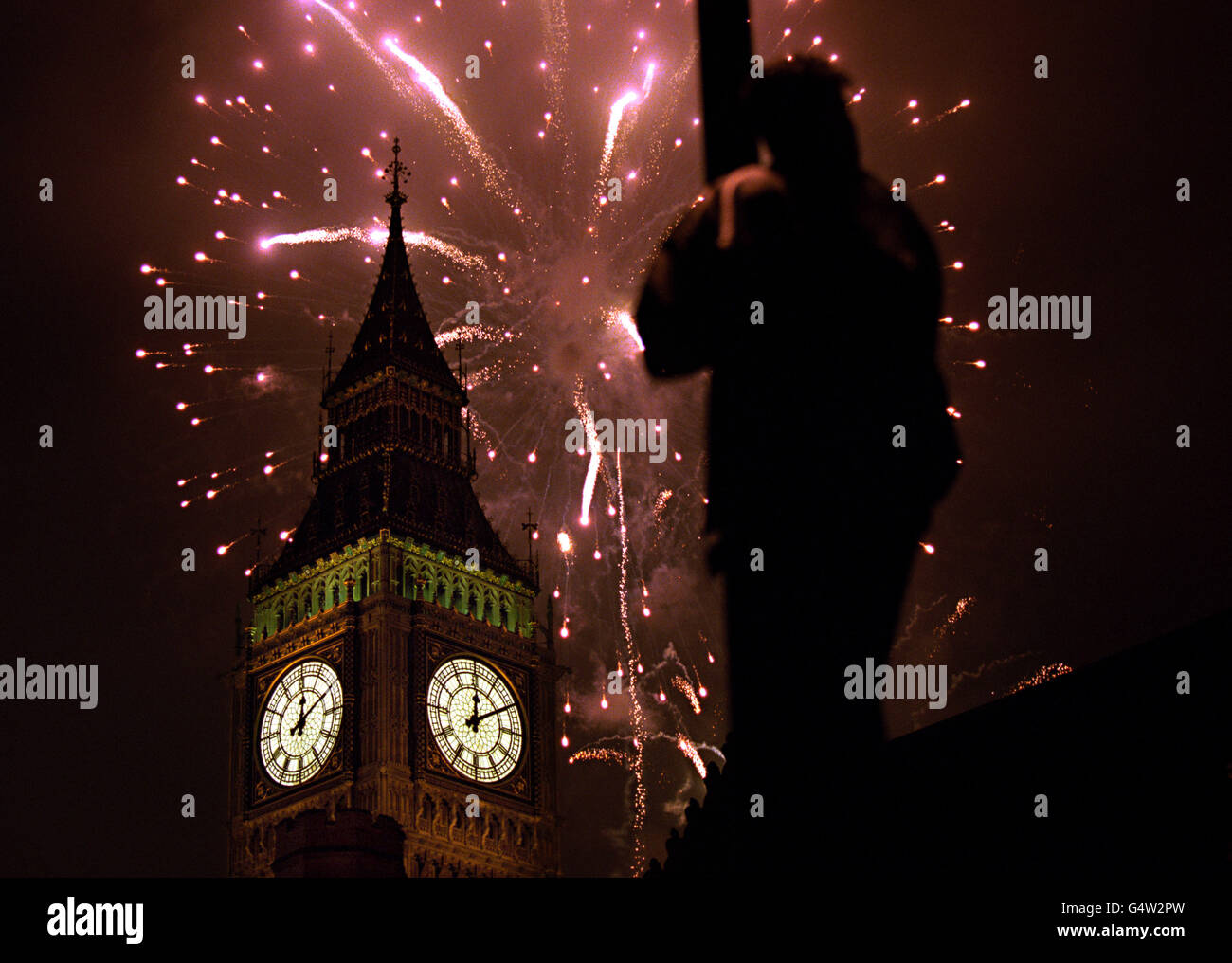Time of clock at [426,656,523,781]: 12:09
